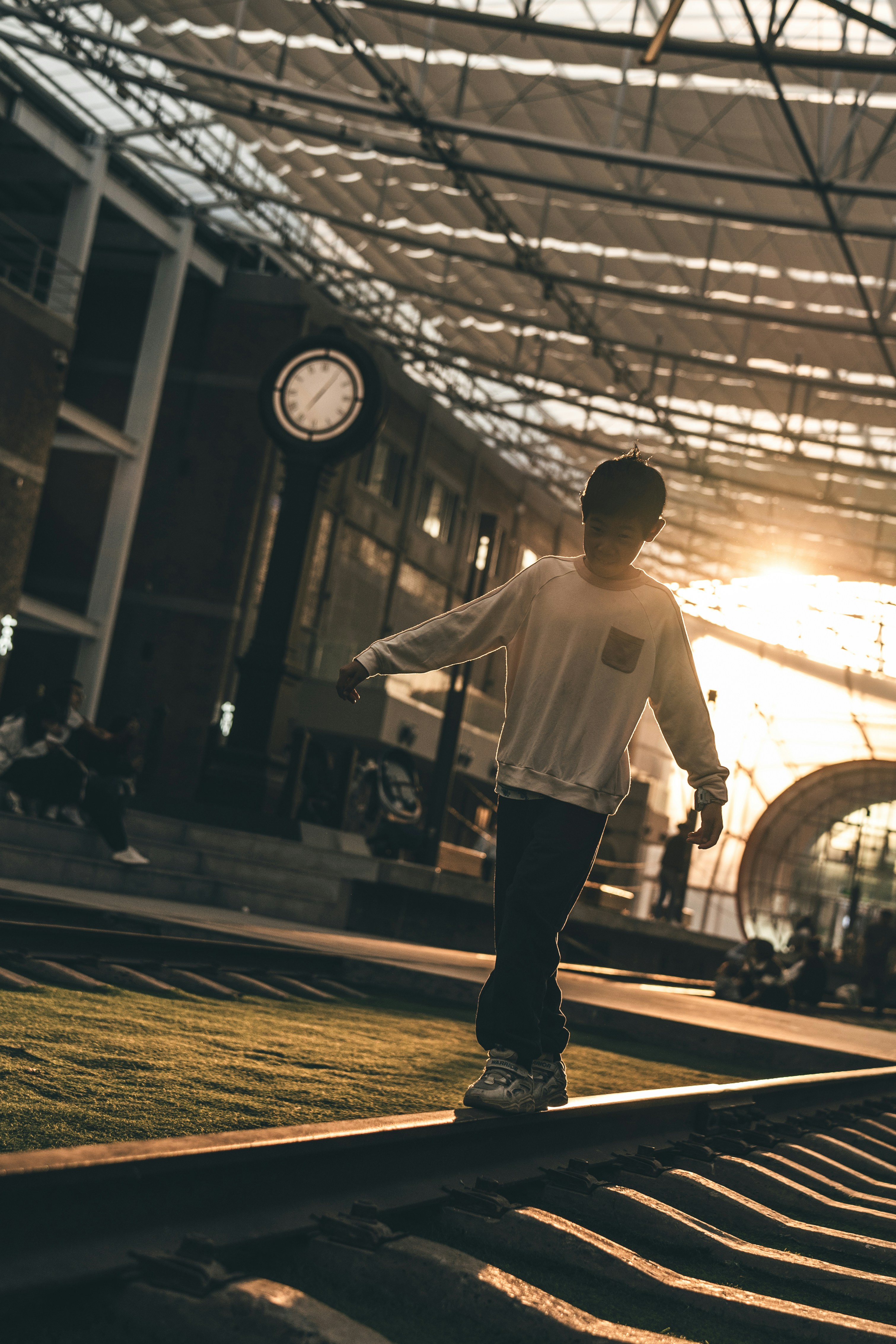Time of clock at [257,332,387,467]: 7:05
